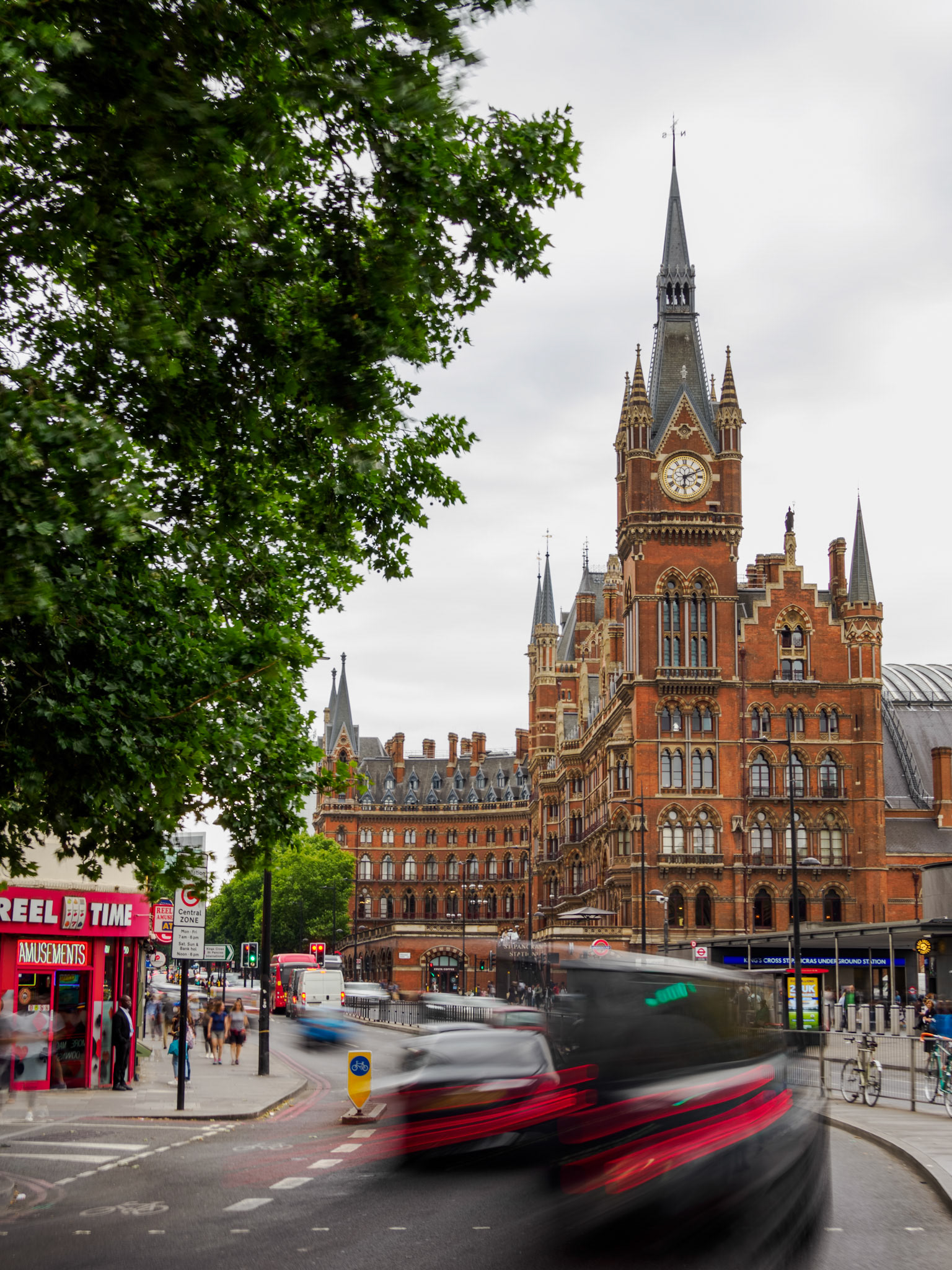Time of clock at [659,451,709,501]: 6:11
